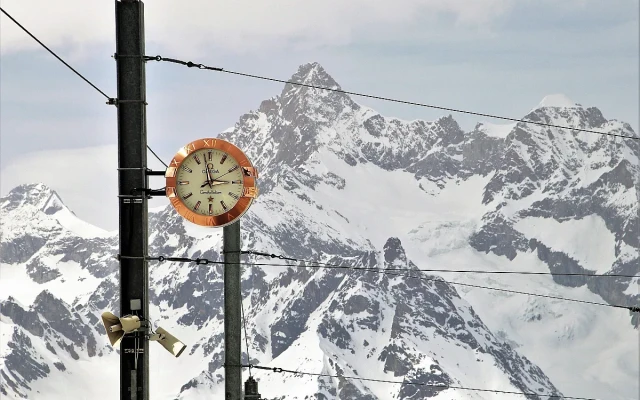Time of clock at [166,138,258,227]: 2:58
